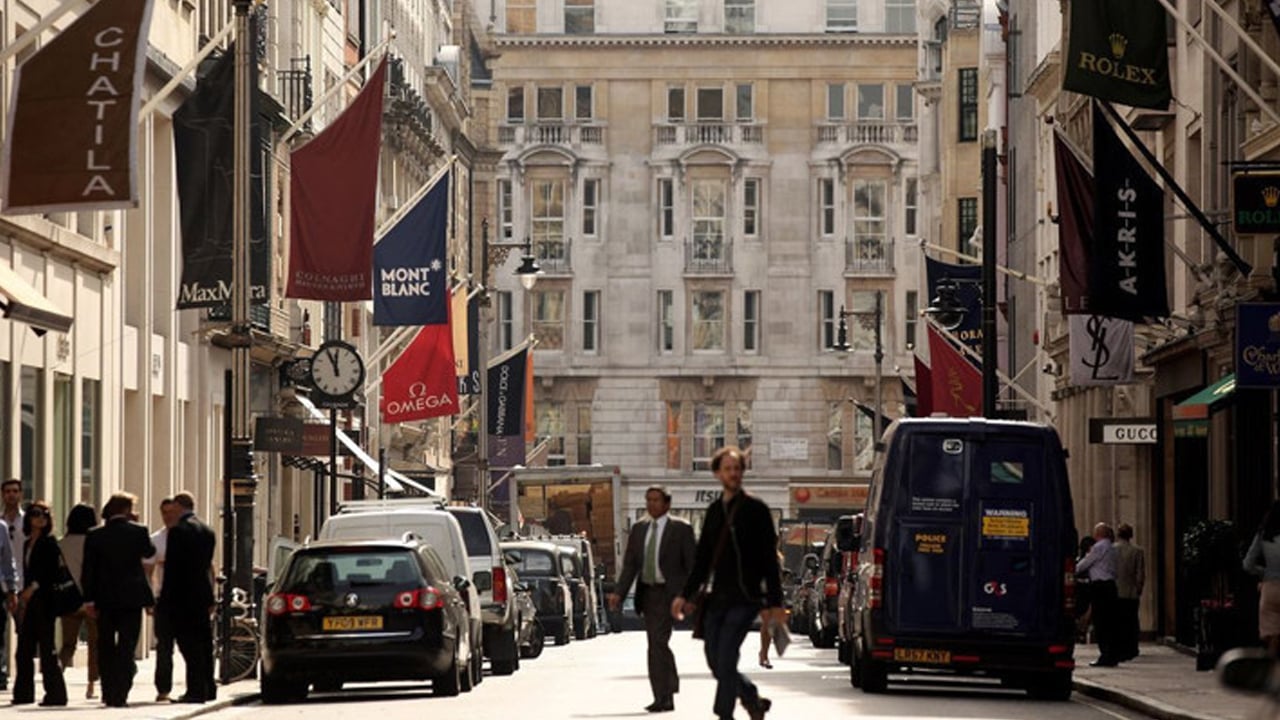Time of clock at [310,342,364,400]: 11:55
